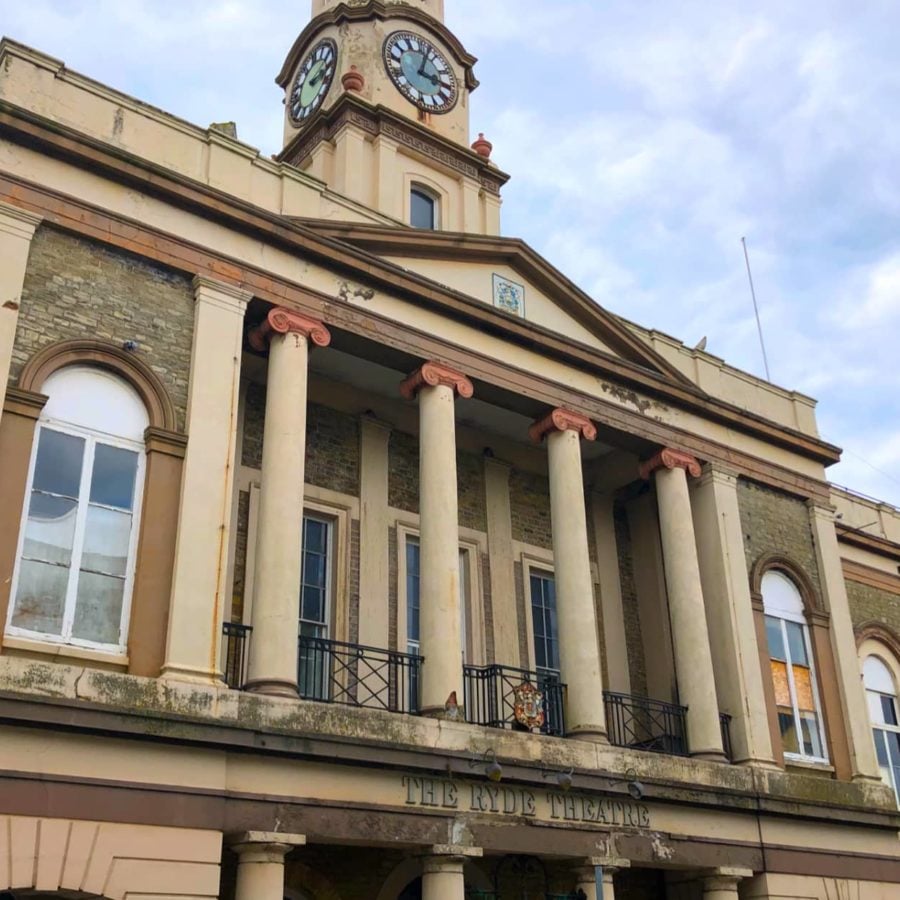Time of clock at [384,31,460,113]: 3:02
